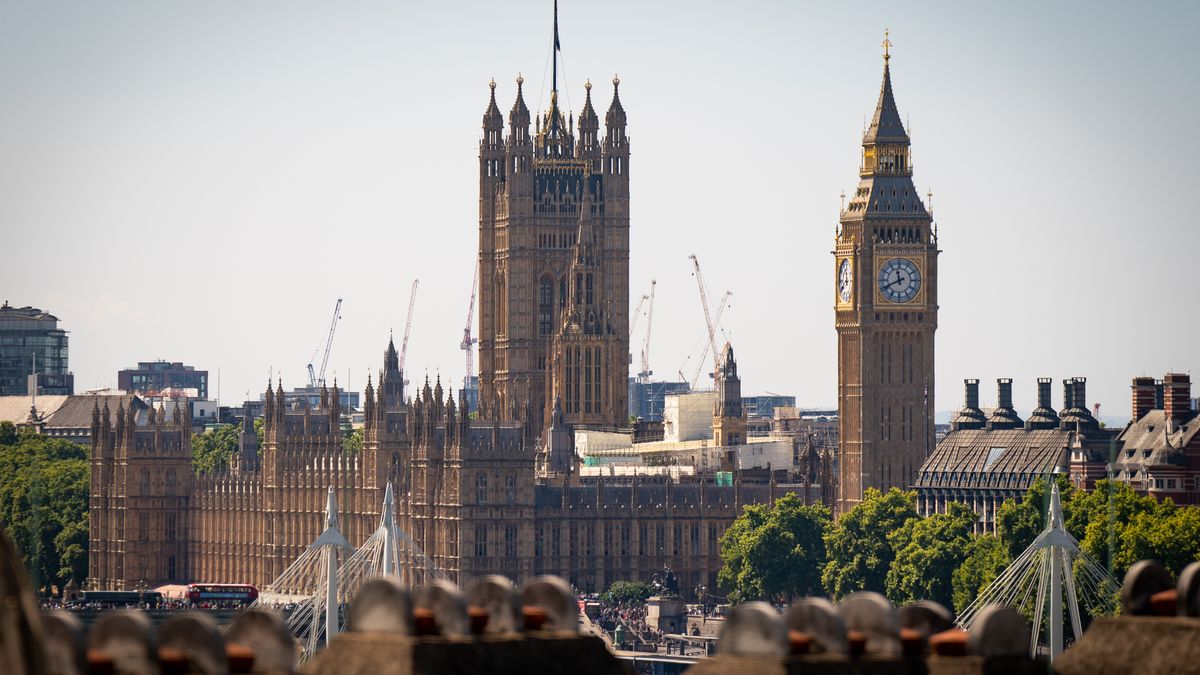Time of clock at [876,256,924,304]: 11:41
